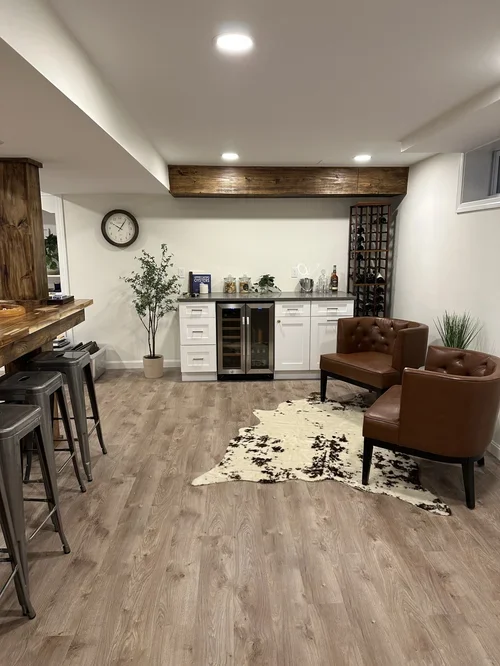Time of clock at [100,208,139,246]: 10:06
